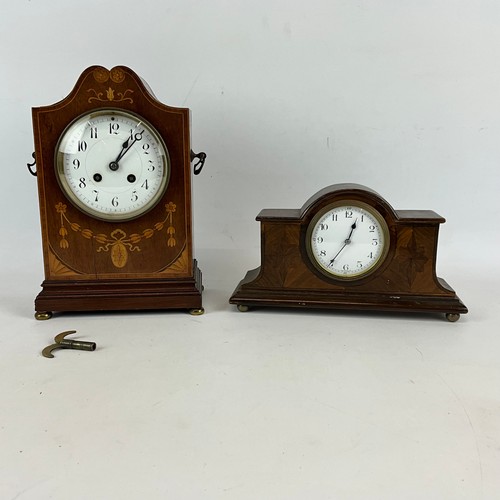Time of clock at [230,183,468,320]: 12:34
